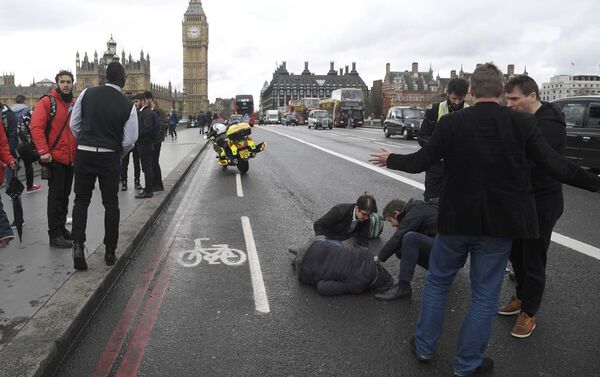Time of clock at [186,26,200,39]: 2:46
